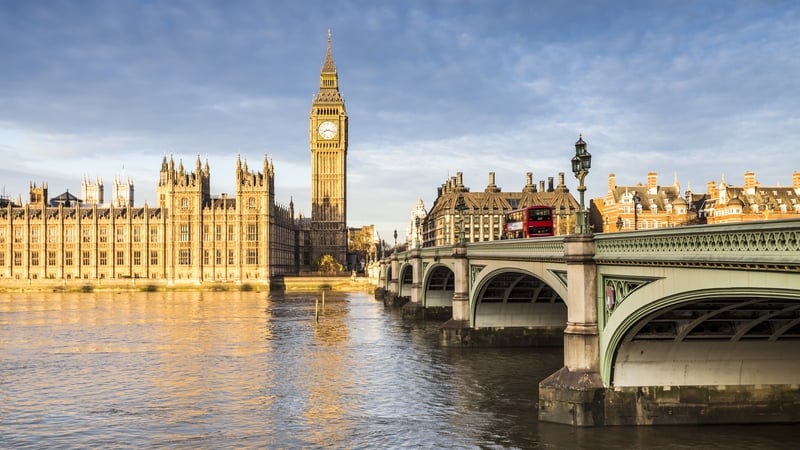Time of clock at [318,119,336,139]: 8:17
